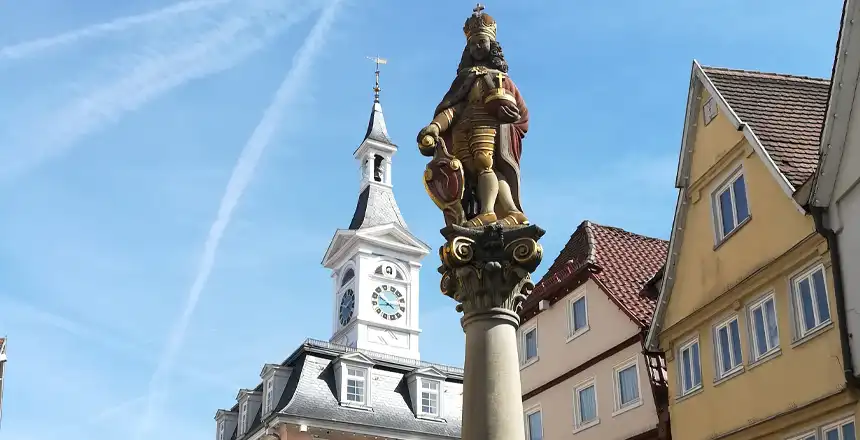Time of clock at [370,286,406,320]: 8:51
